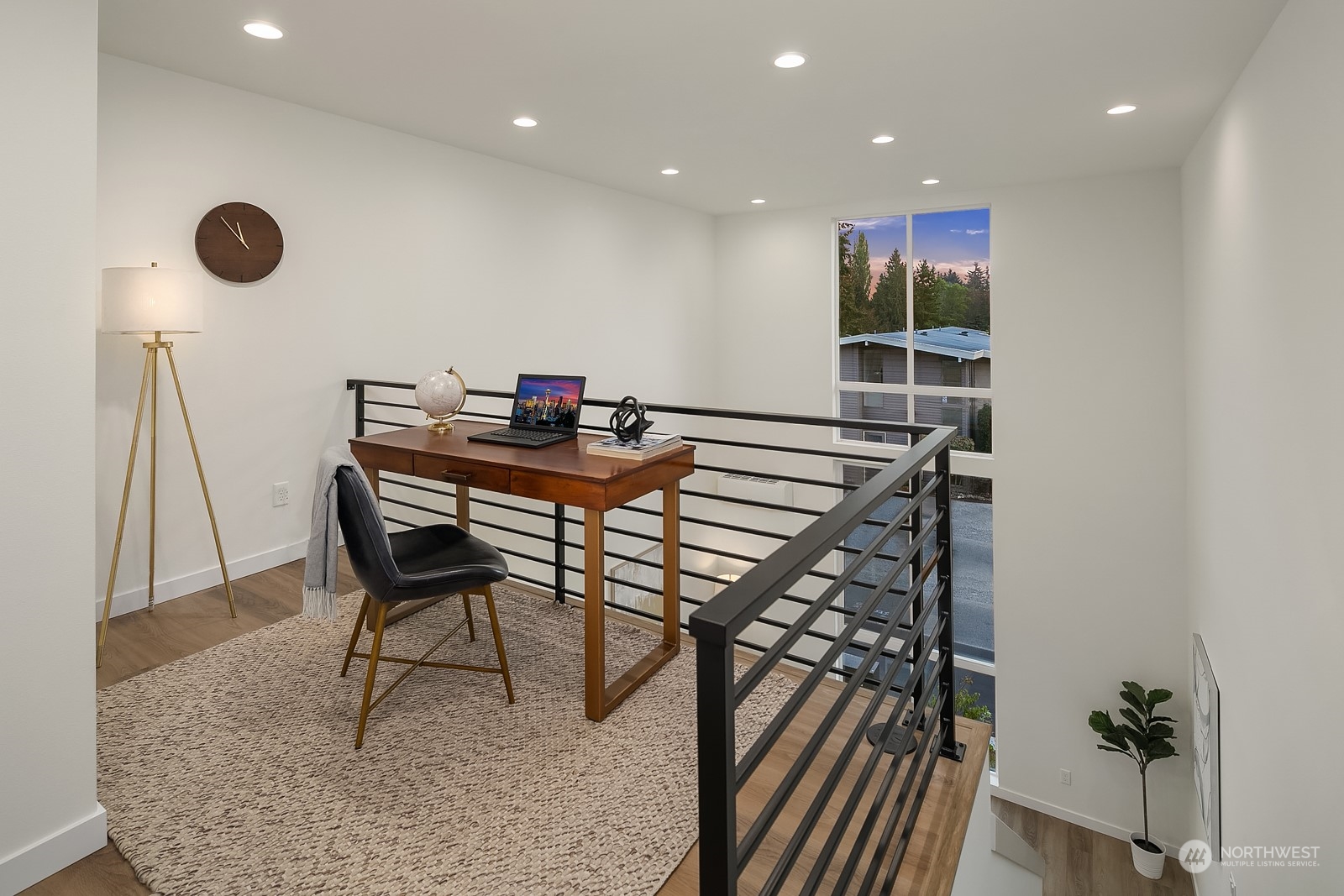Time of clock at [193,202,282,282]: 11:52
